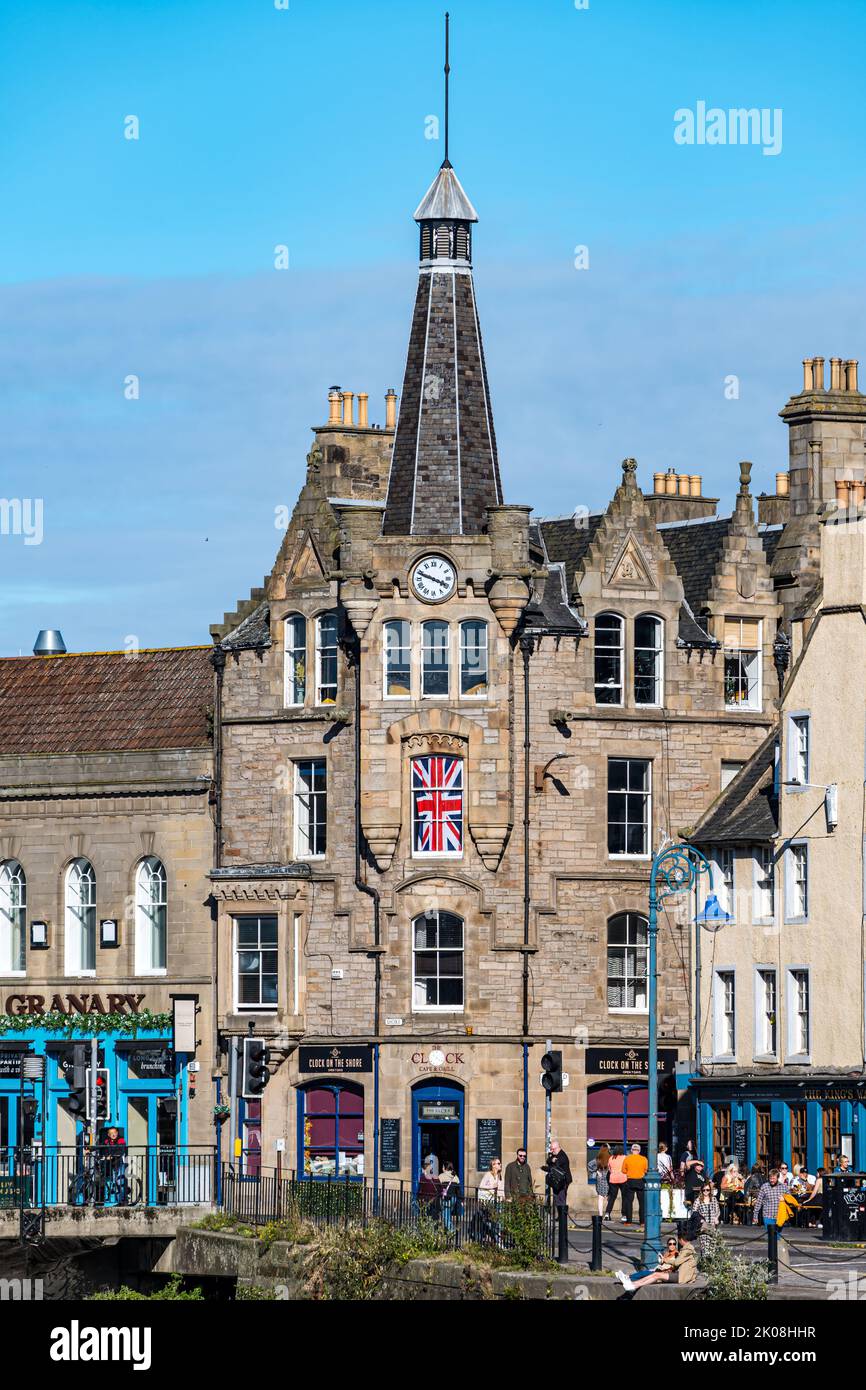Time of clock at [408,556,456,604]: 3:48
